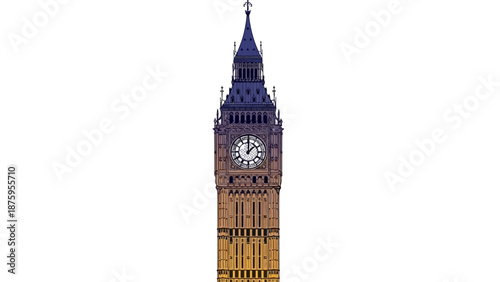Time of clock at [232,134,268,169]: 2:00
